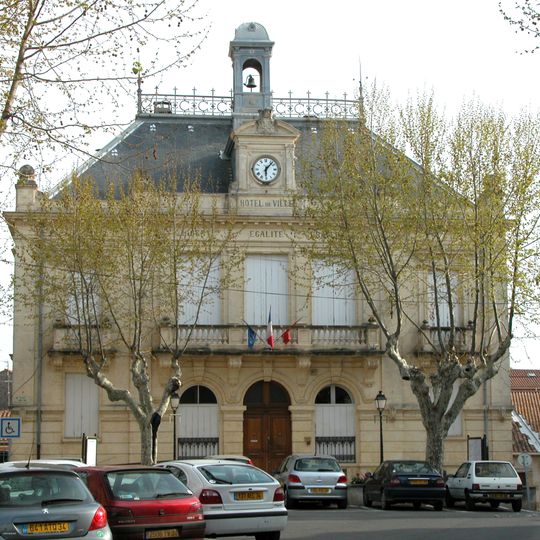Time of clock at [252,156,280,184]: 6:07
